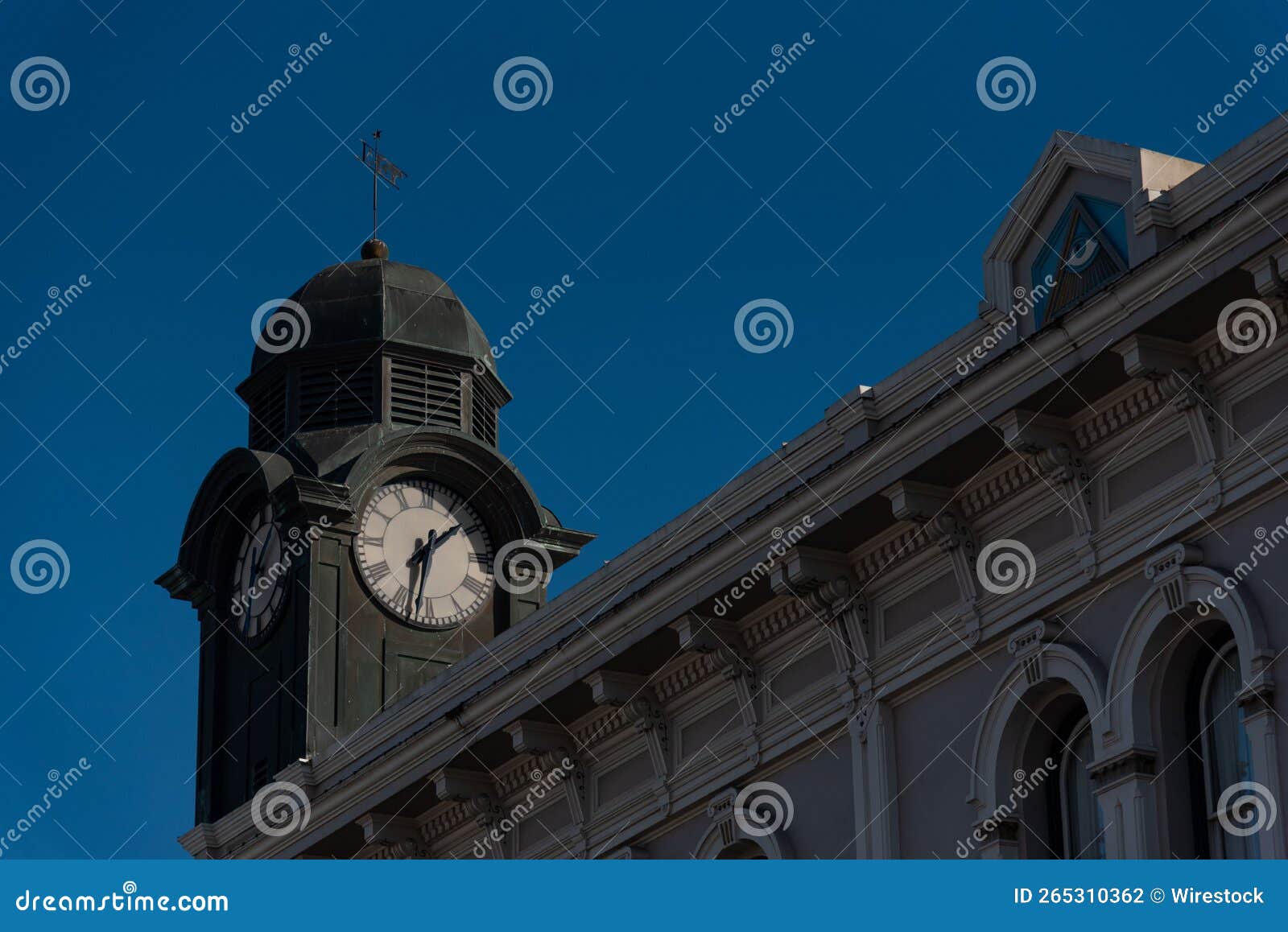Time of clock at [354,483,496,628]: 1:32
